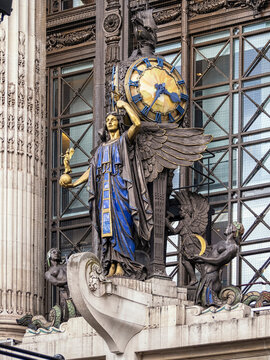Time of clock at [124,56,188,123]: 3:35
